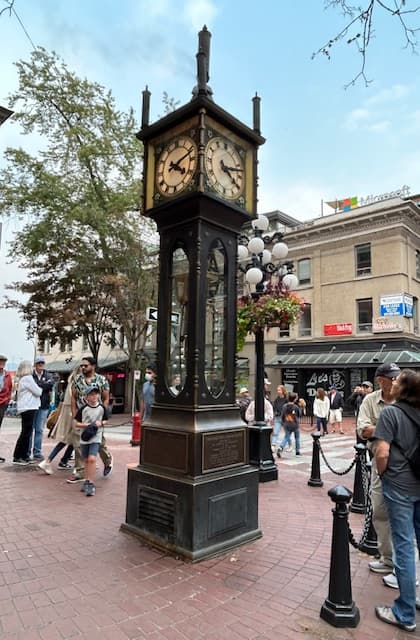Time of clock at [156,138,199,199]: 4:12
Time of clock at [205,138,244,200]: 4:12
